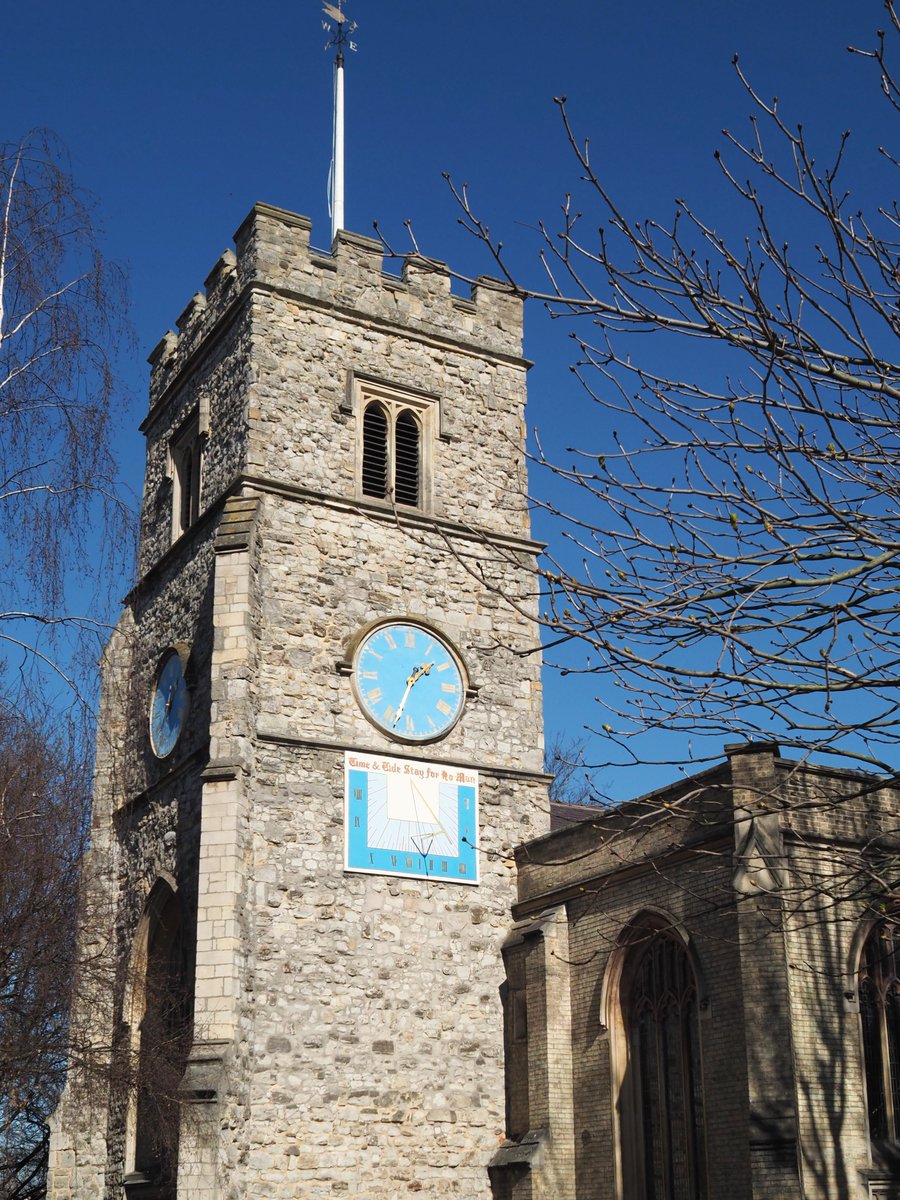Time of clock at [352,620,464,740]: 1:33
